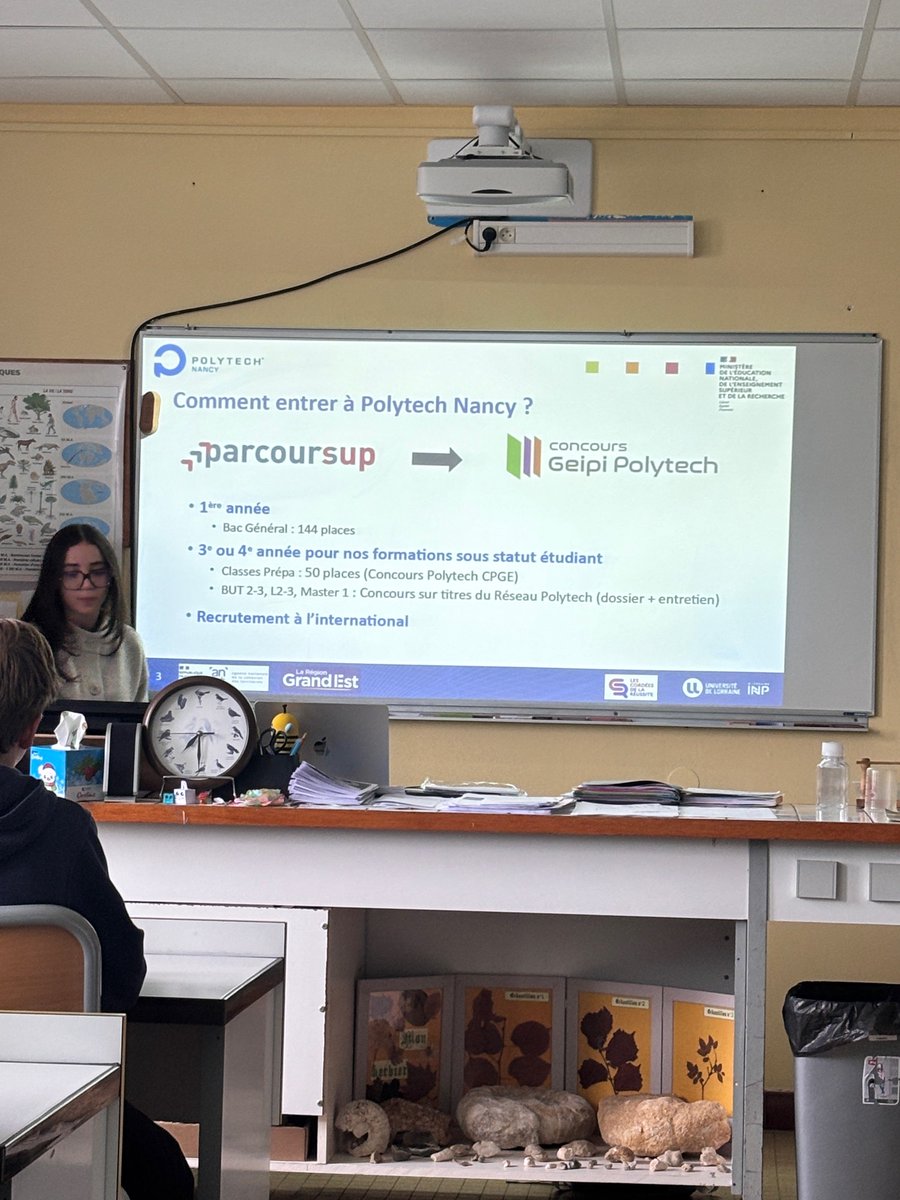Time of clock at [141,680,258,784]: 7:30
